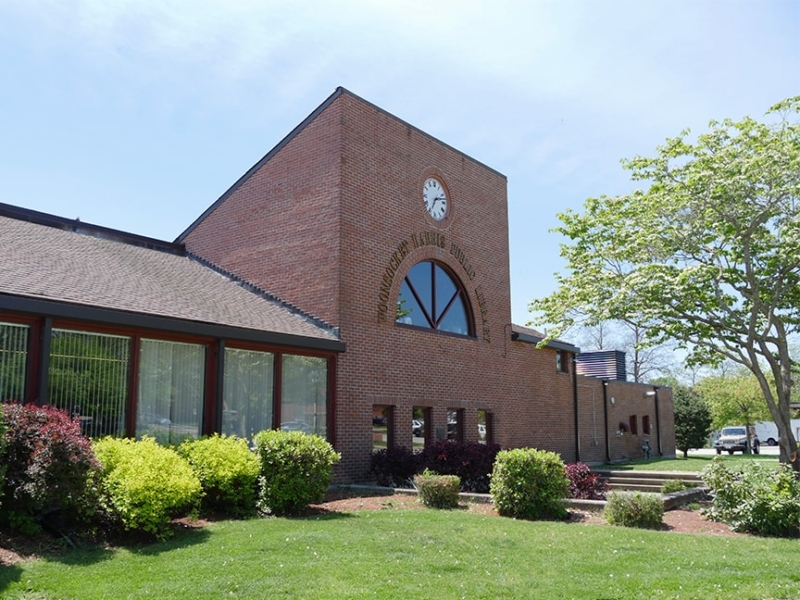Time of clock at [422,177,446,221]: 7:12
